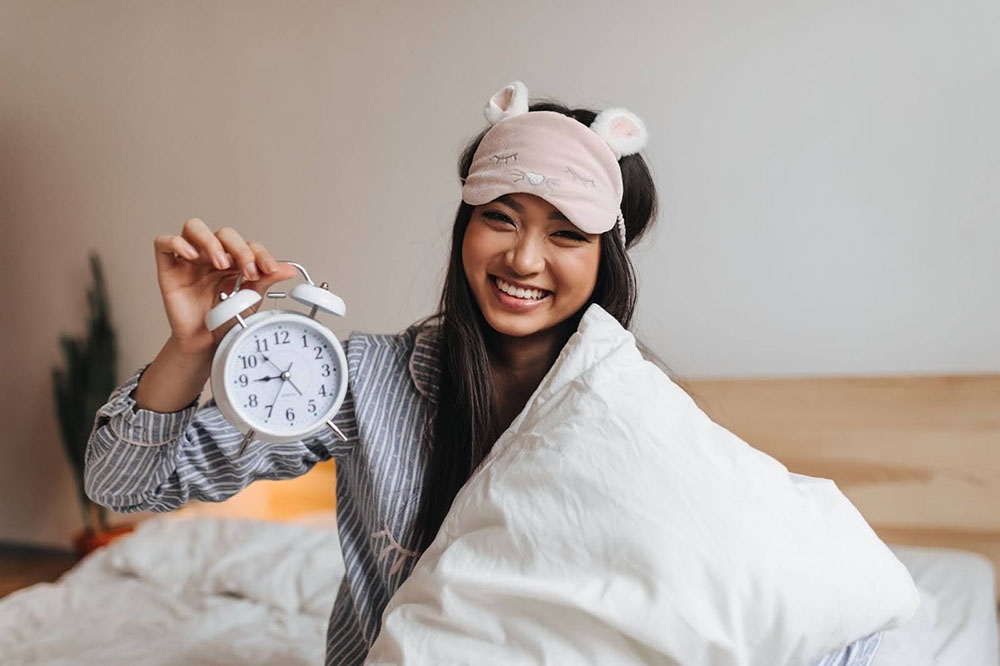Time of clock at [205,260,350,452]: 8:53
